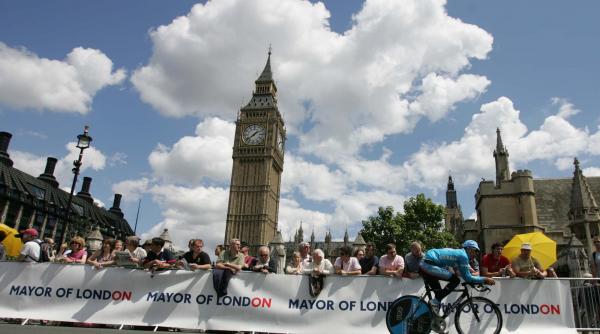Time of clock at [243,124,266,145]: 1:38
